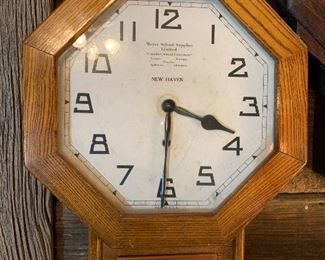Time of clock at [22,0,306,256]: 3:30
